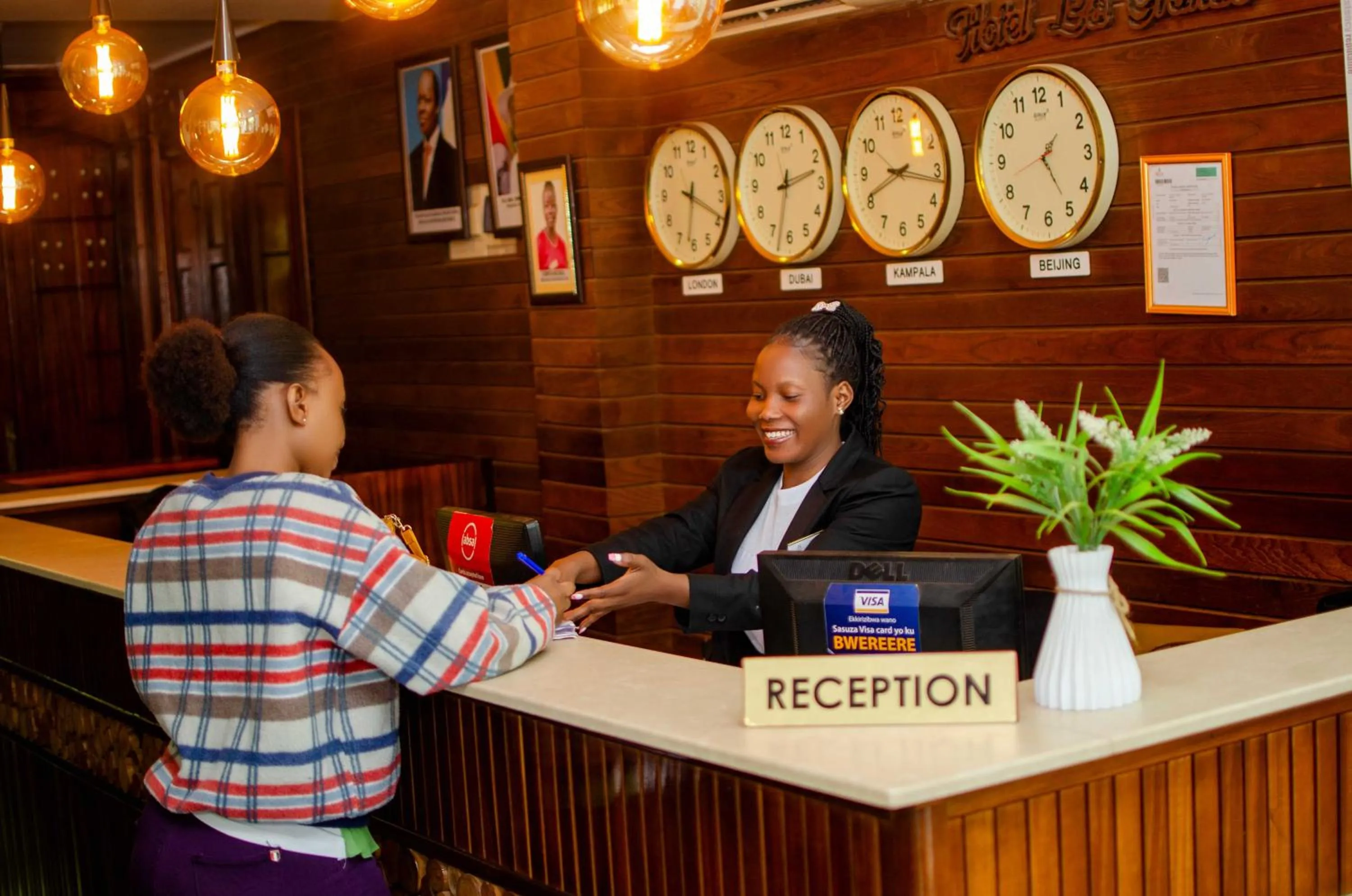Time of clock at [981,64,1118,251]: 1:24
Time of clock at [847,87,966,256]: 8:16
